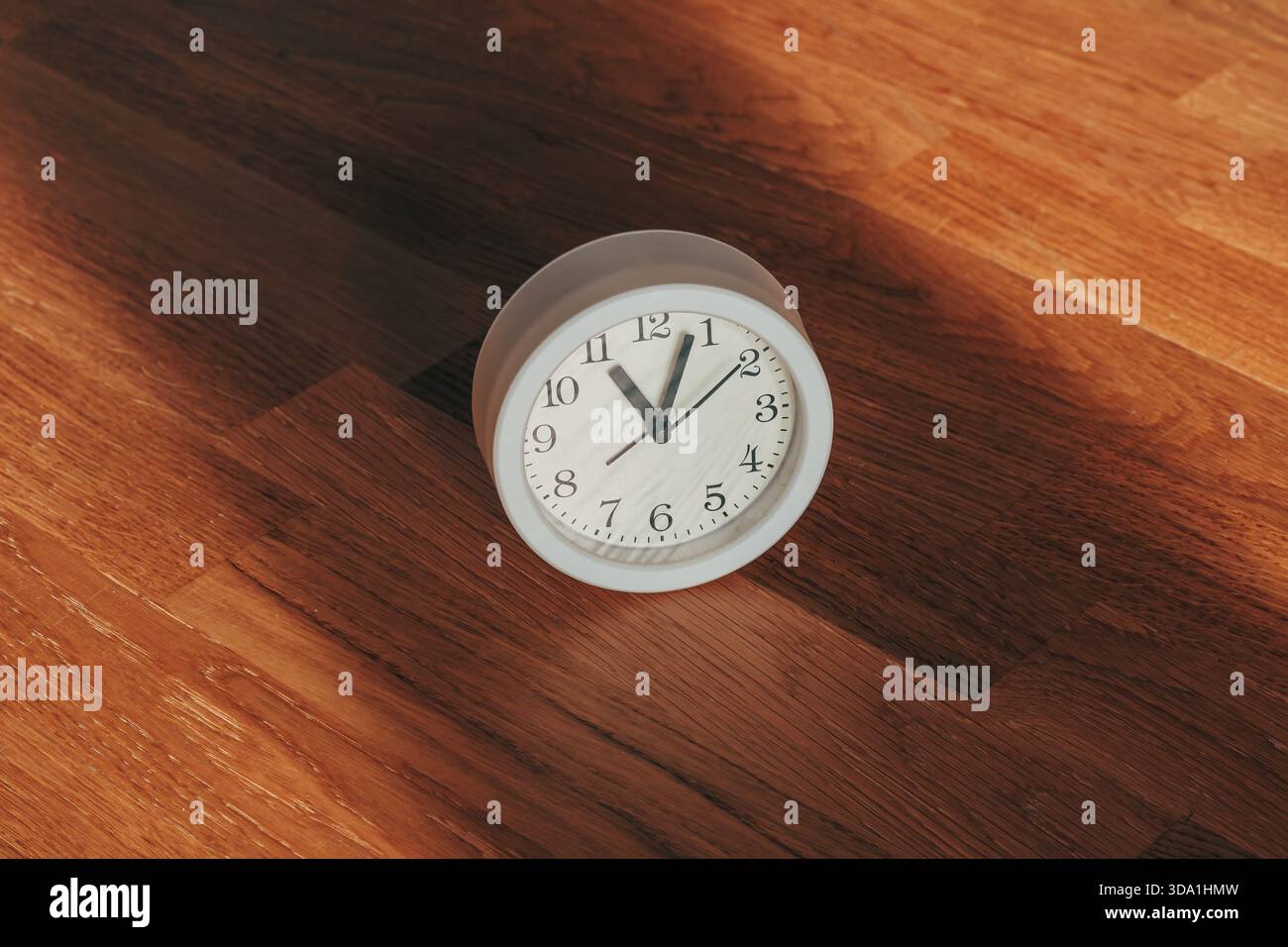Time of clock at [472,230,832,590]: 11:03
